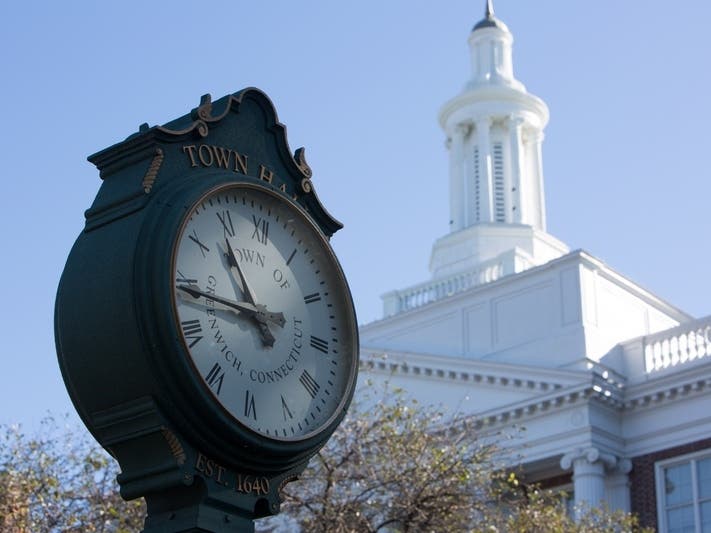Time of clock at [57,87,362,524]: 10:45
